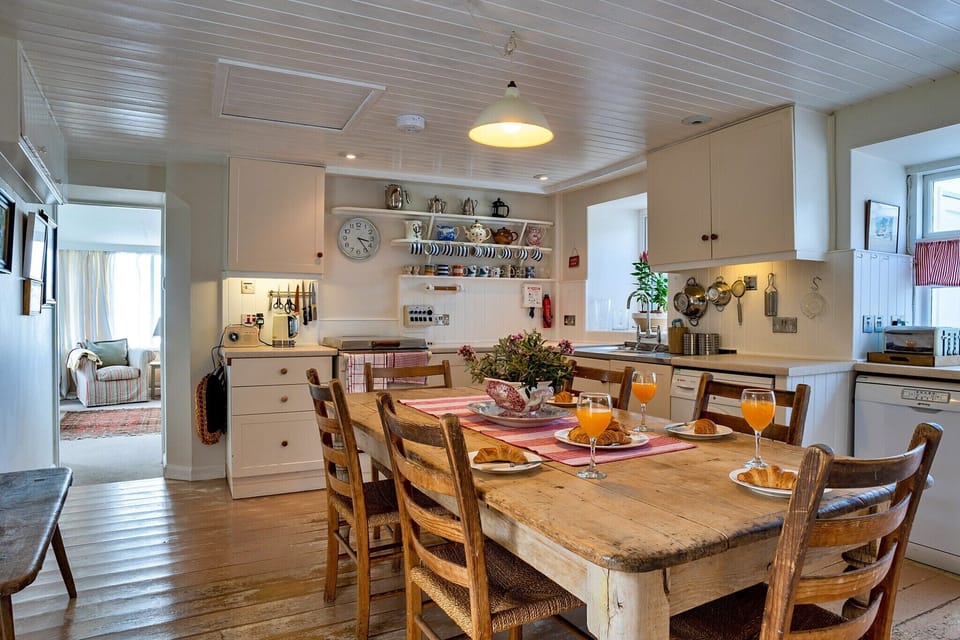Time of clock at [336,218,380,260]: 3:23
